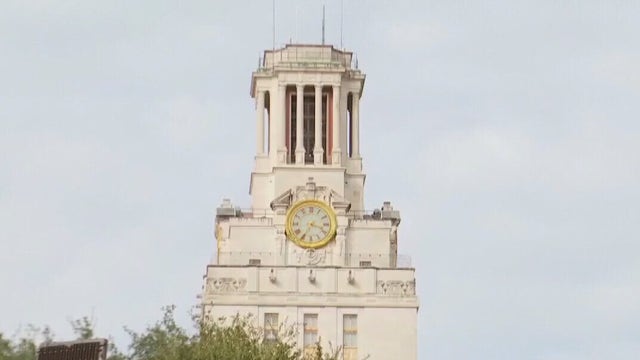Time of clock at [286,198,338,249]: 3:35
